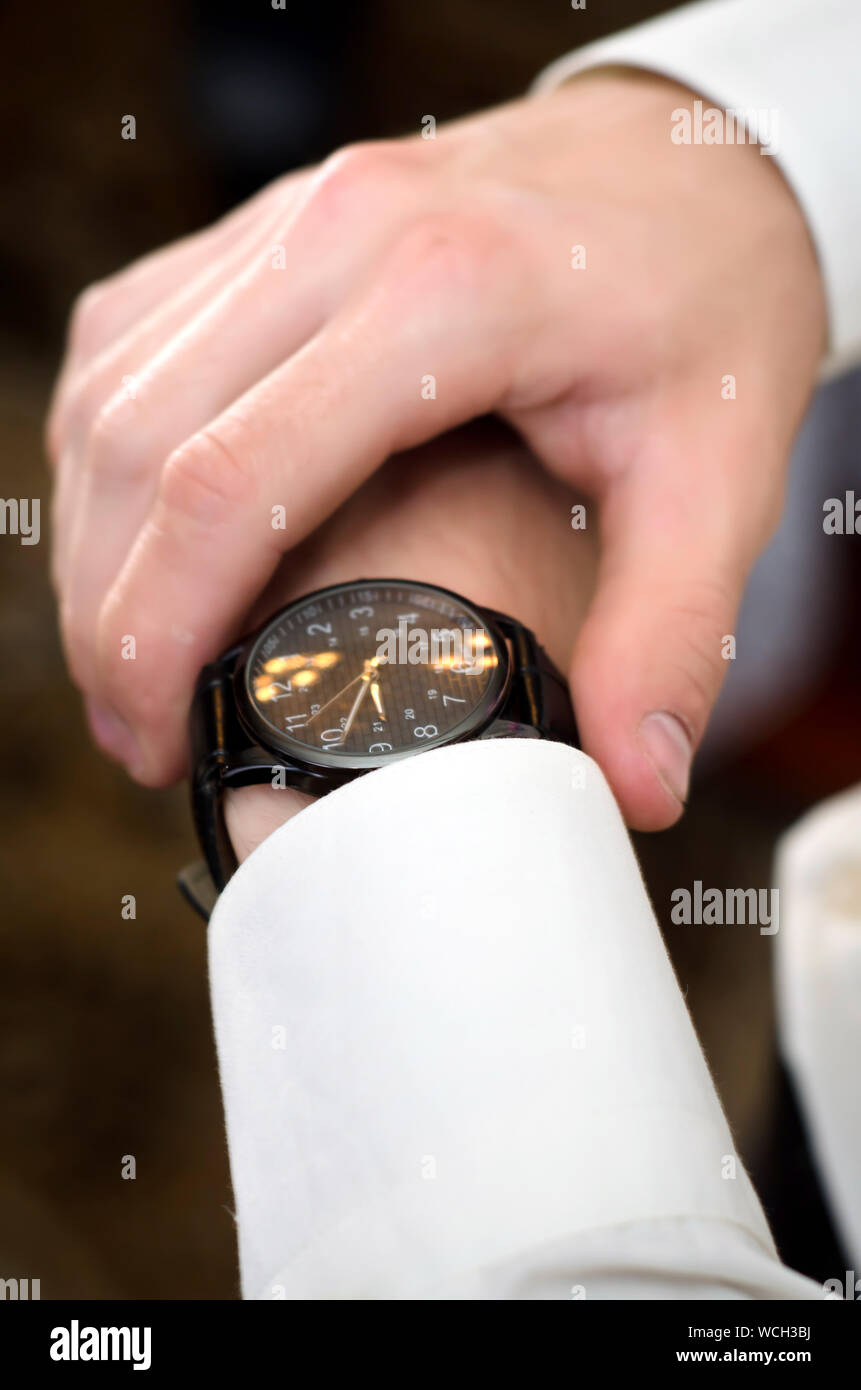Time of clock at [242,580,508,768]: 5:33
